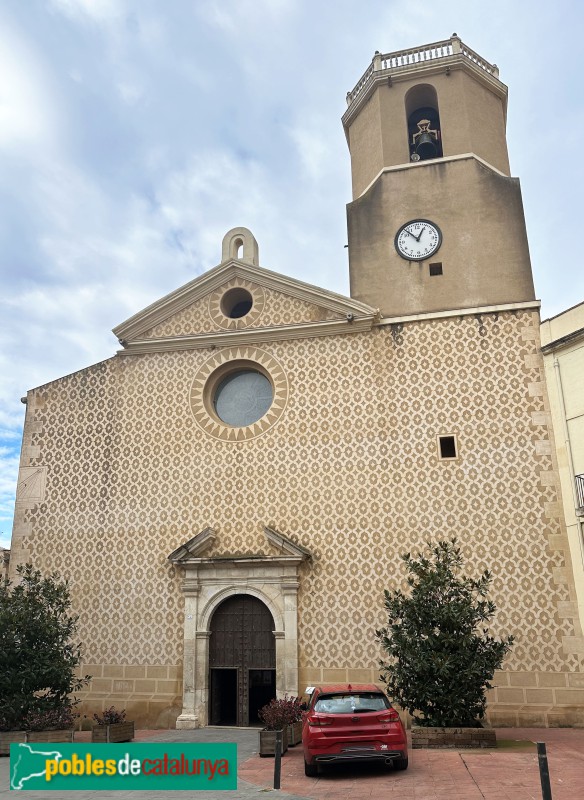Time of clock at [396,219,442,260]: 12:52
